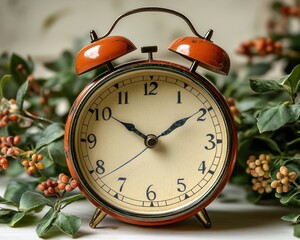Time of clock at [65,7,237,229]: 1:50
